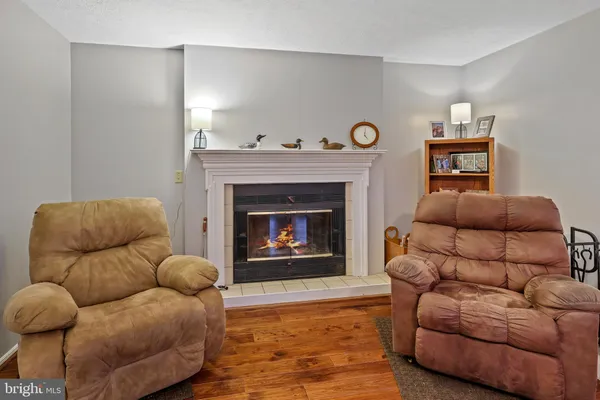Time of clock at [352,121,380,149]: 5:01
